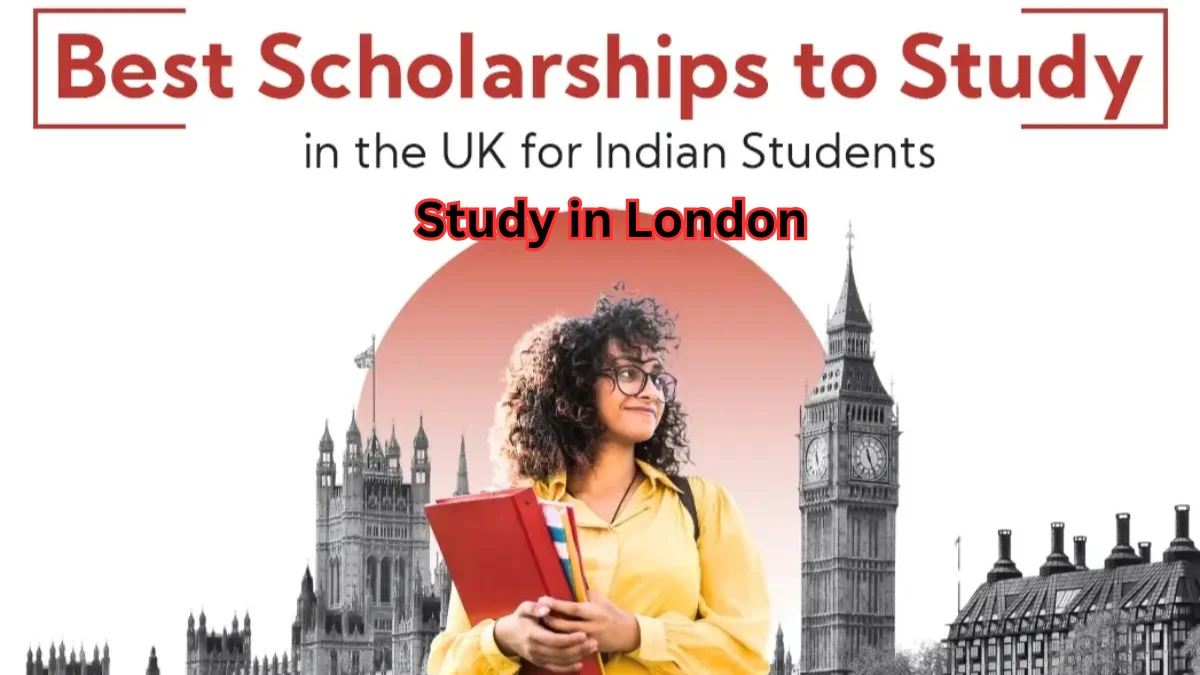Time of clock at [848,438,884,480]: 11:25
